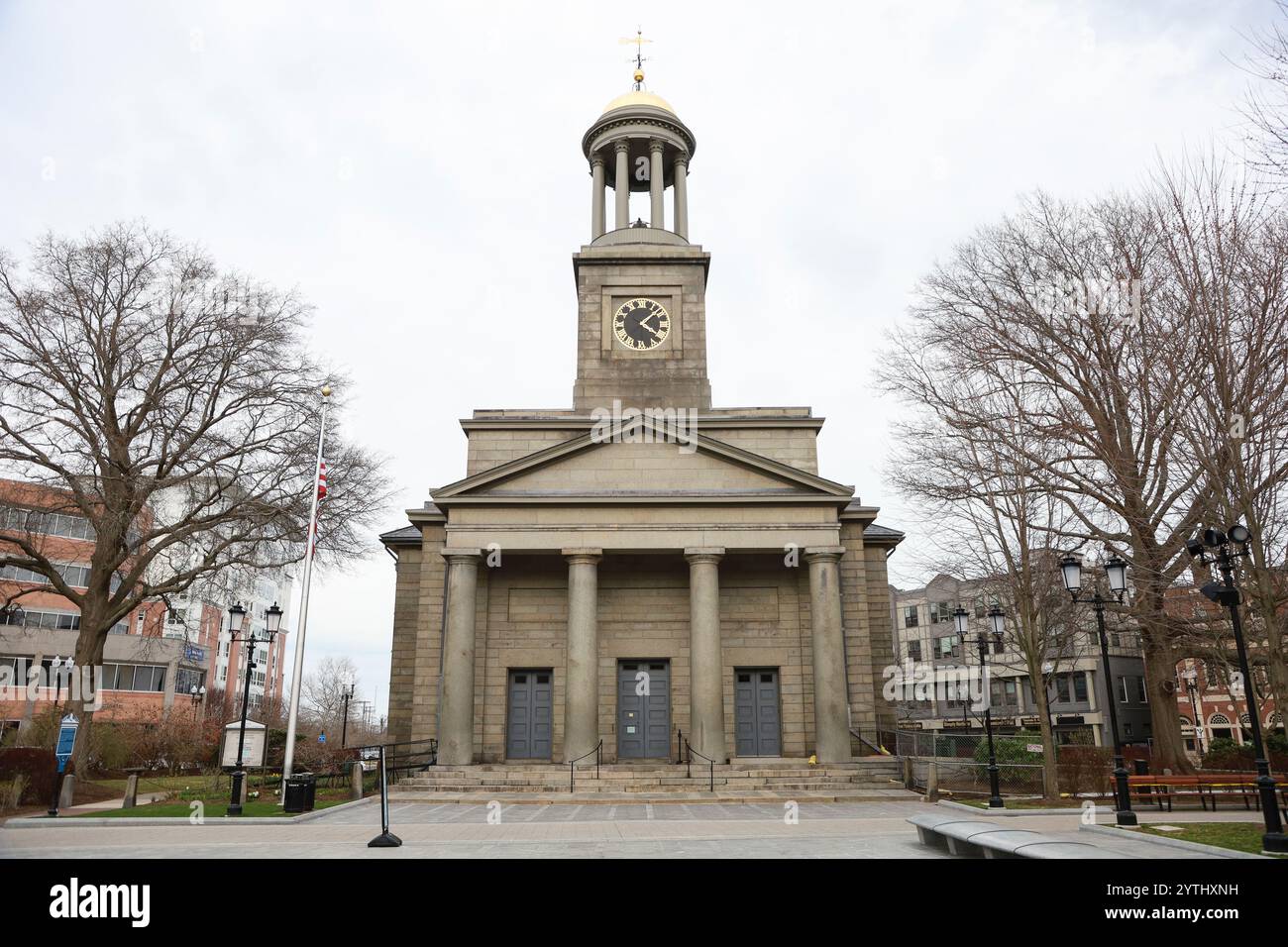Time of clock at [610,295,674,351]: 4:07
